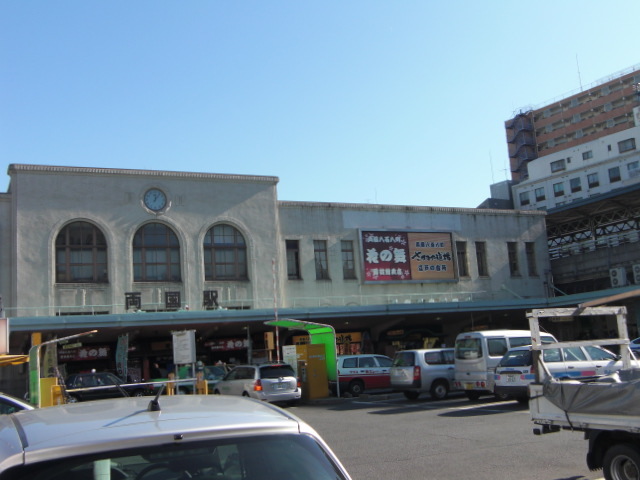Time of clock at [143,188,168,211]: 12:06
